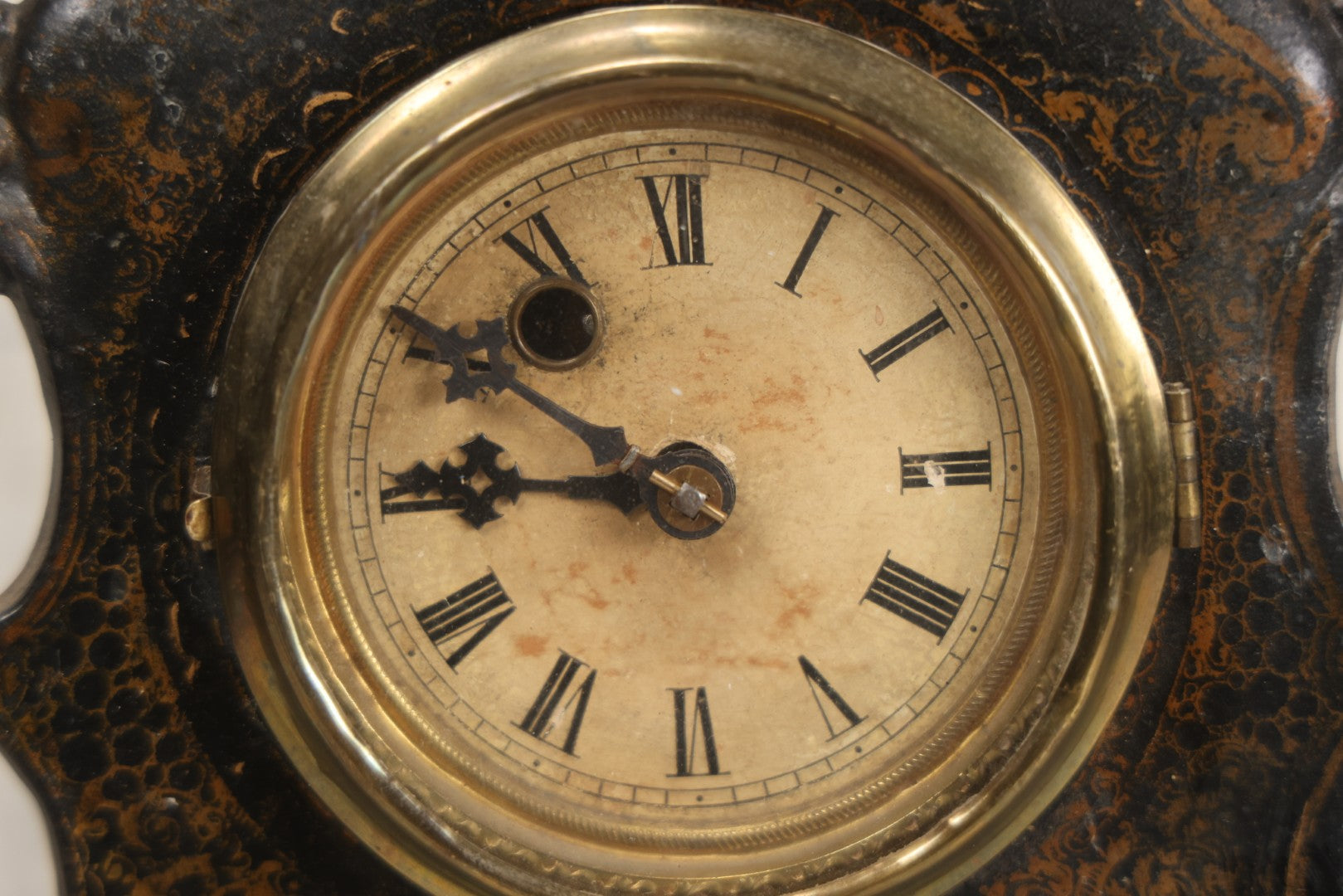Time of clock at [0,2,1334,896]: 8:50
